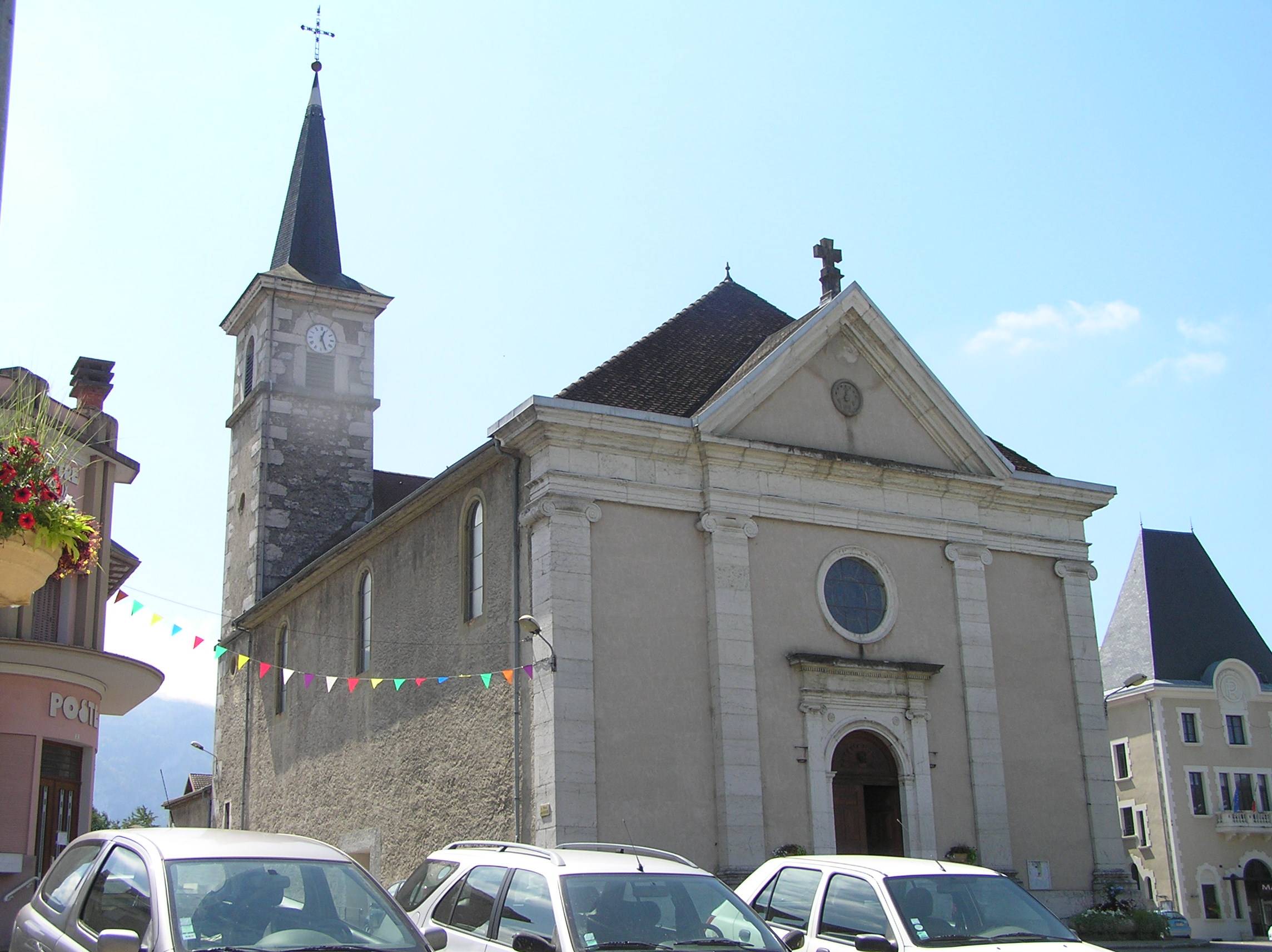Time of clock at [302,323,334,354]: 12:26
